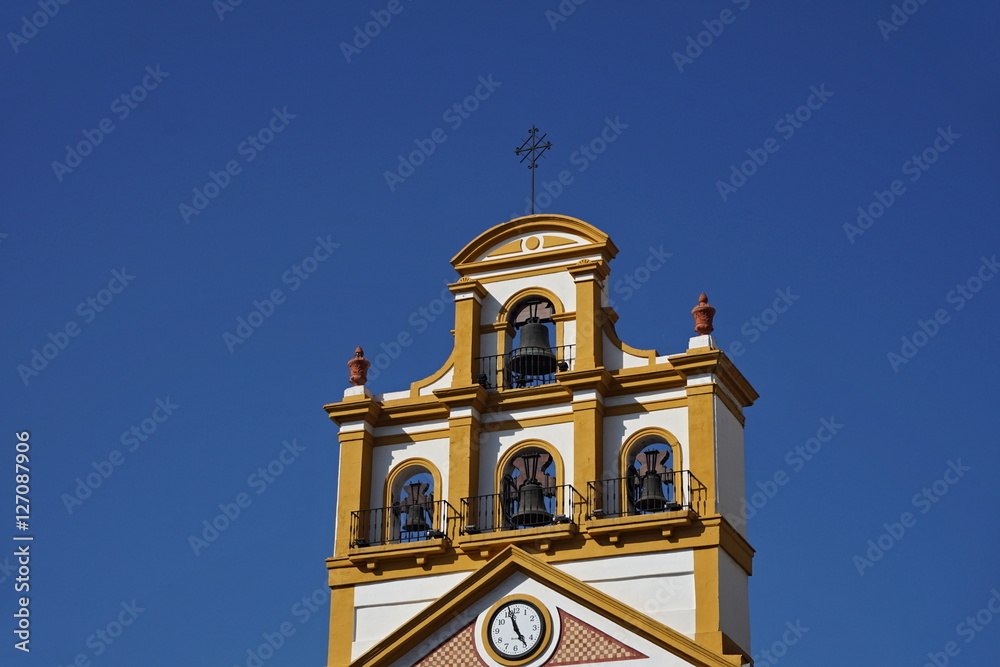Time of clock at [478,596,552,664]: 4:56
